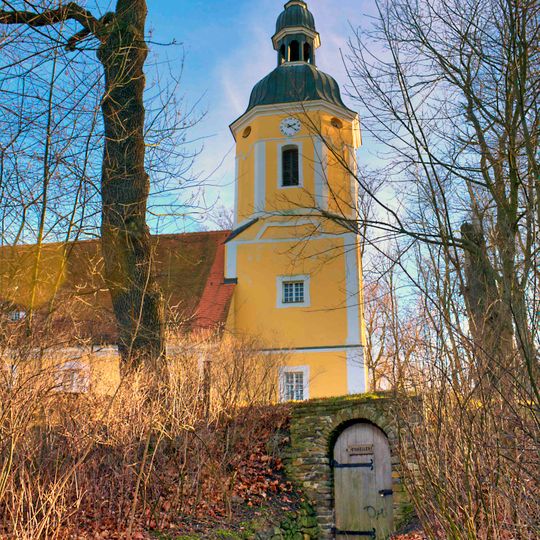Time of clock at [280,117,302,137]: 2:21
